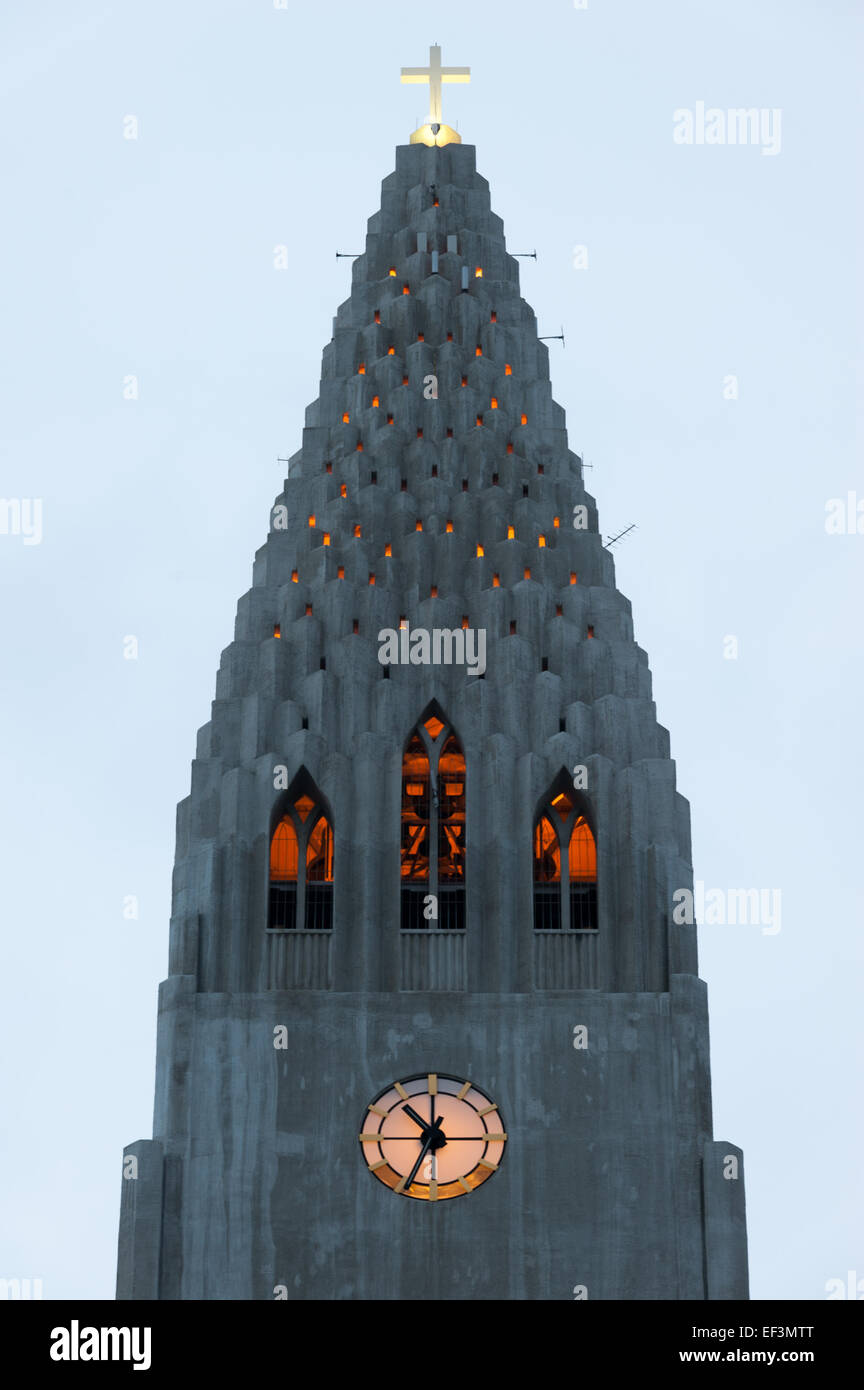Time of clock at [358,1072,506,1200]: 10:34
